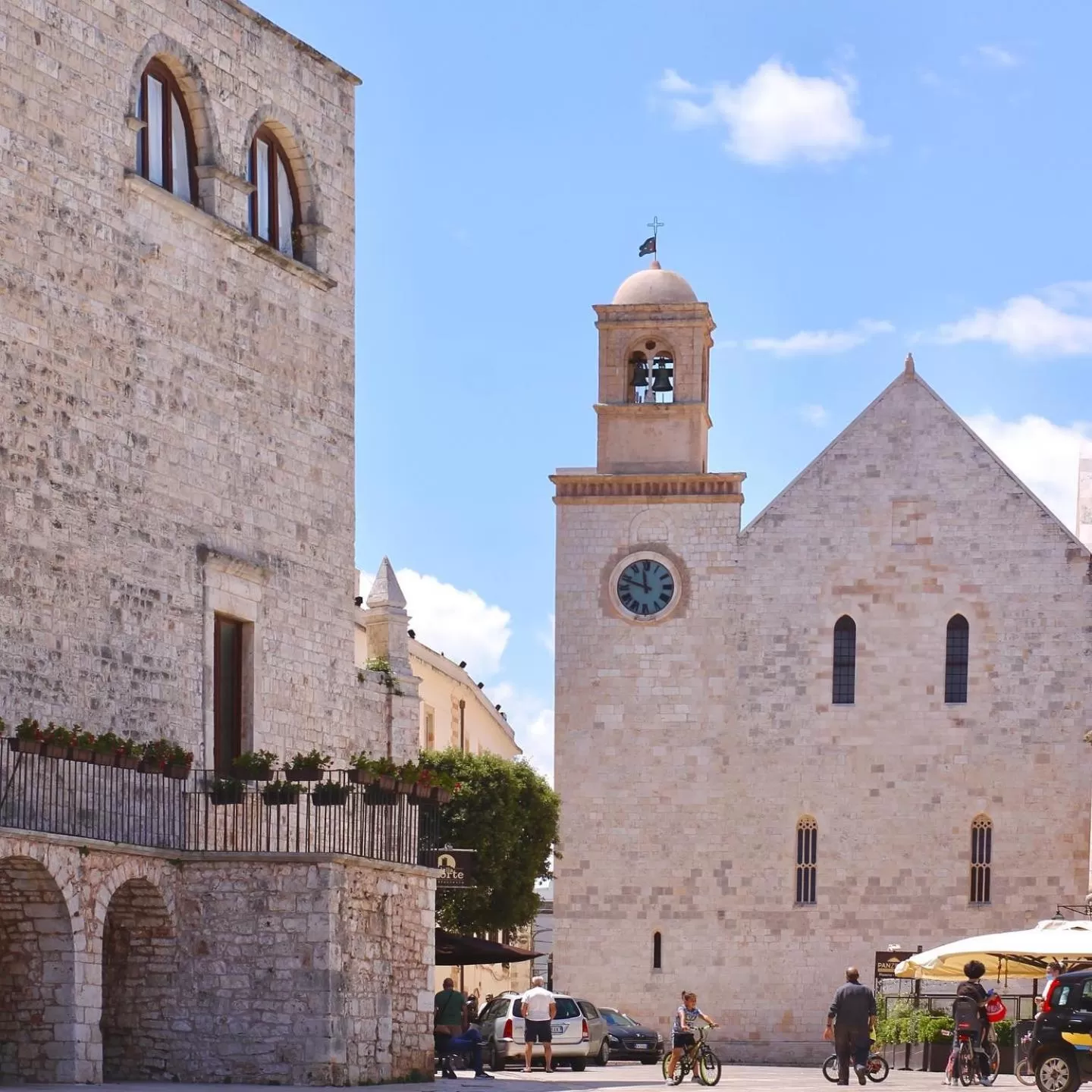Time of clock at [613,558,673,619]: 11:48
